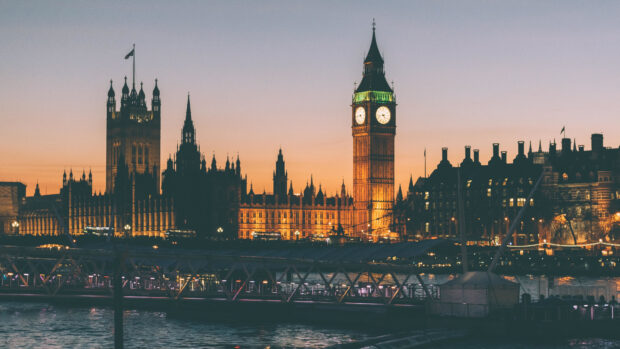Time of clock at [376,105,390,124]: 4:42
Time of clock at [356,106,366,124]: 4:44
